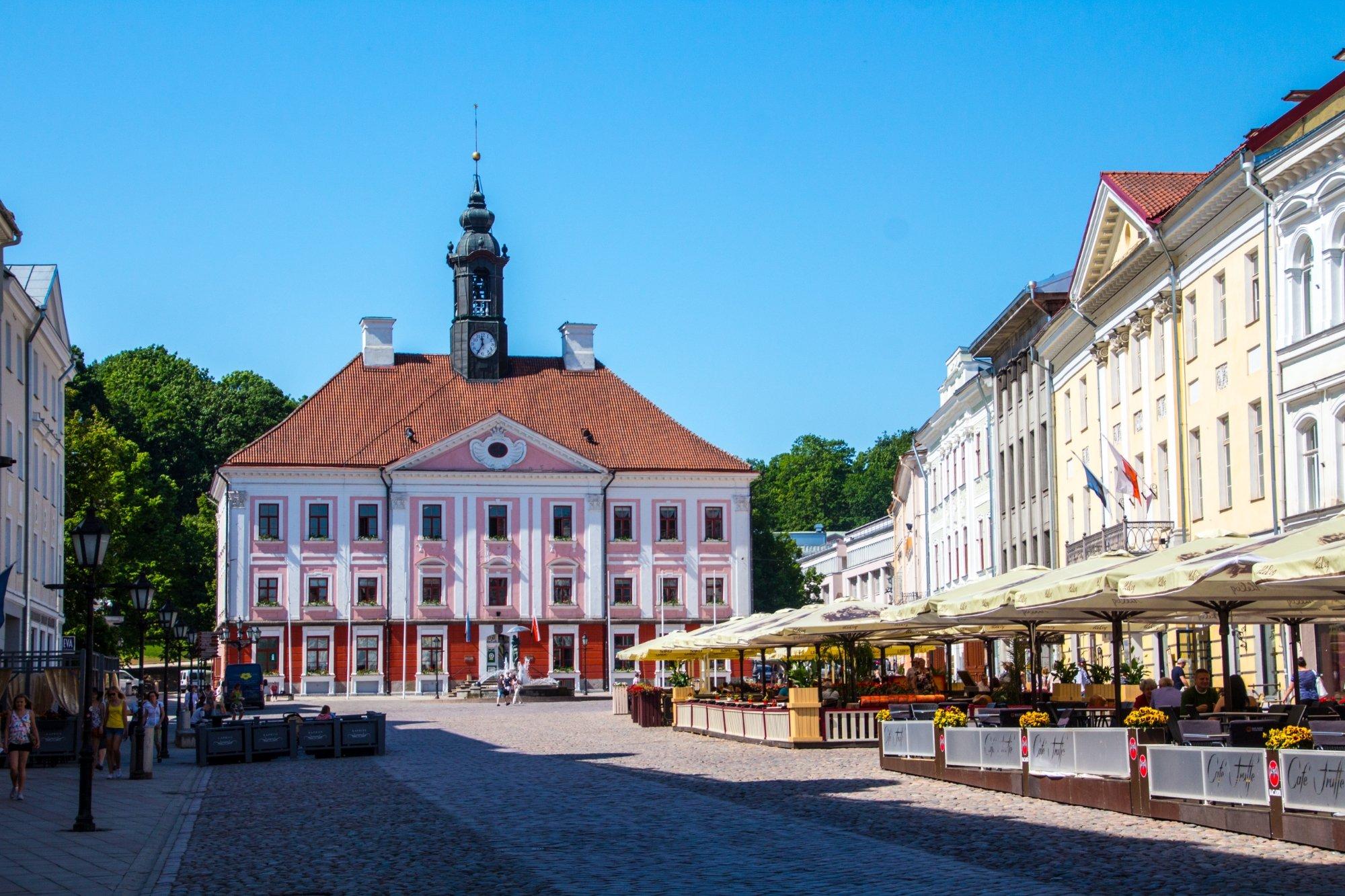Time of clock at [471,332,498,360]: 11:34
